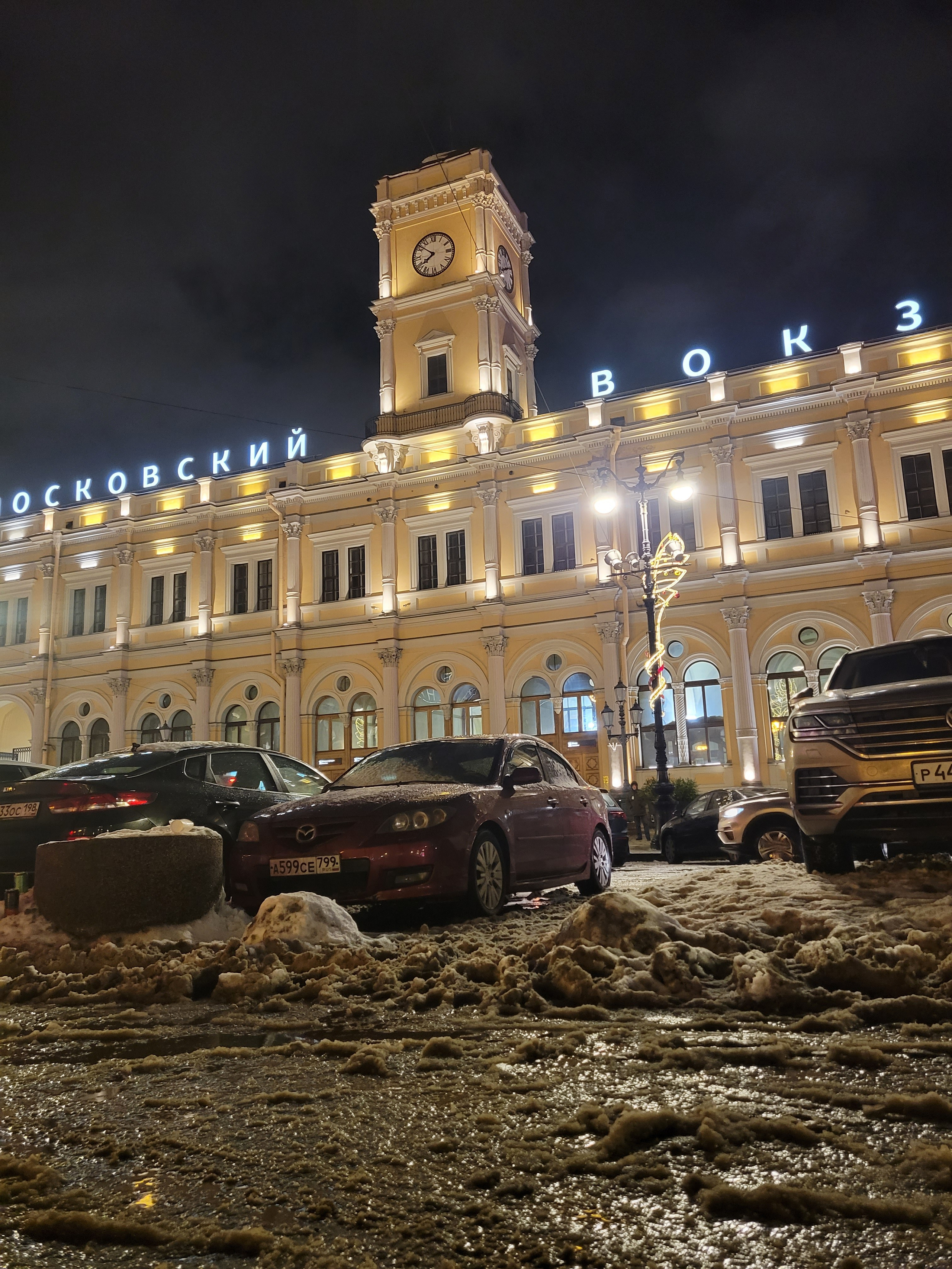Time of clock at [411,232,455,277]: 7:51
